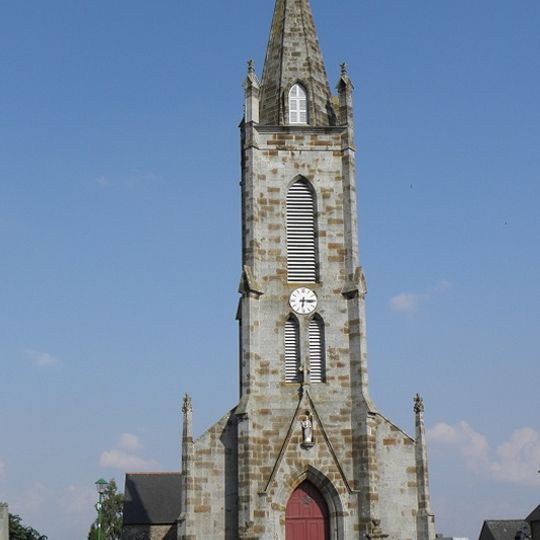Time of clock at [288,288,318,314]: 6:15
